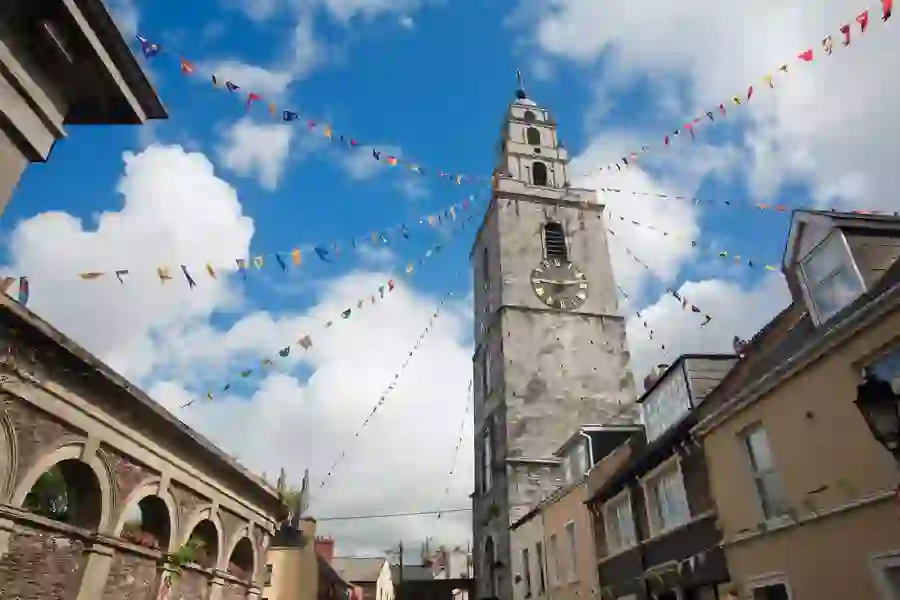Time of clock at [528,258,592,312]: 2:46
